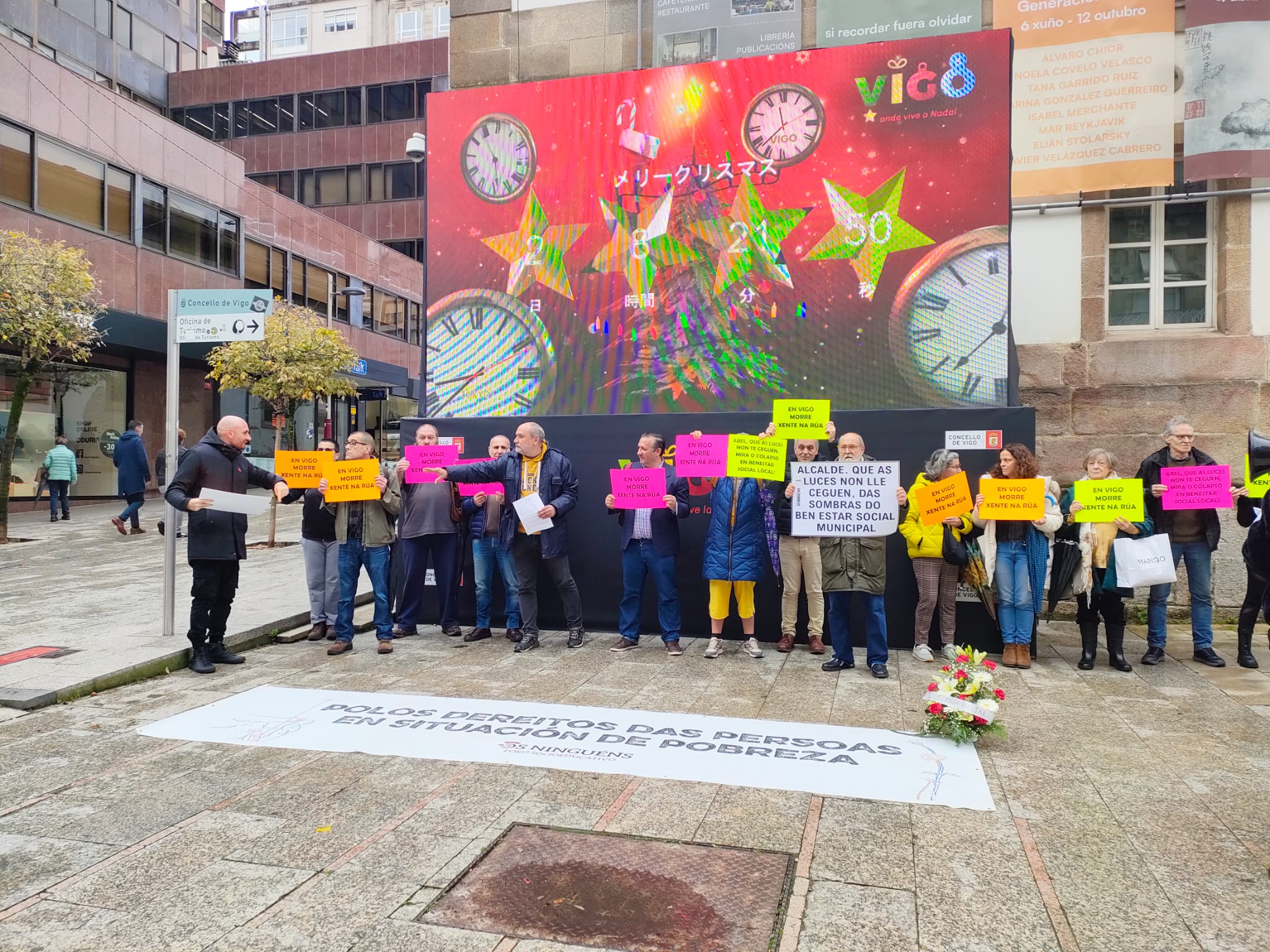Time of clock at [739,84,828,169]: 11:37
